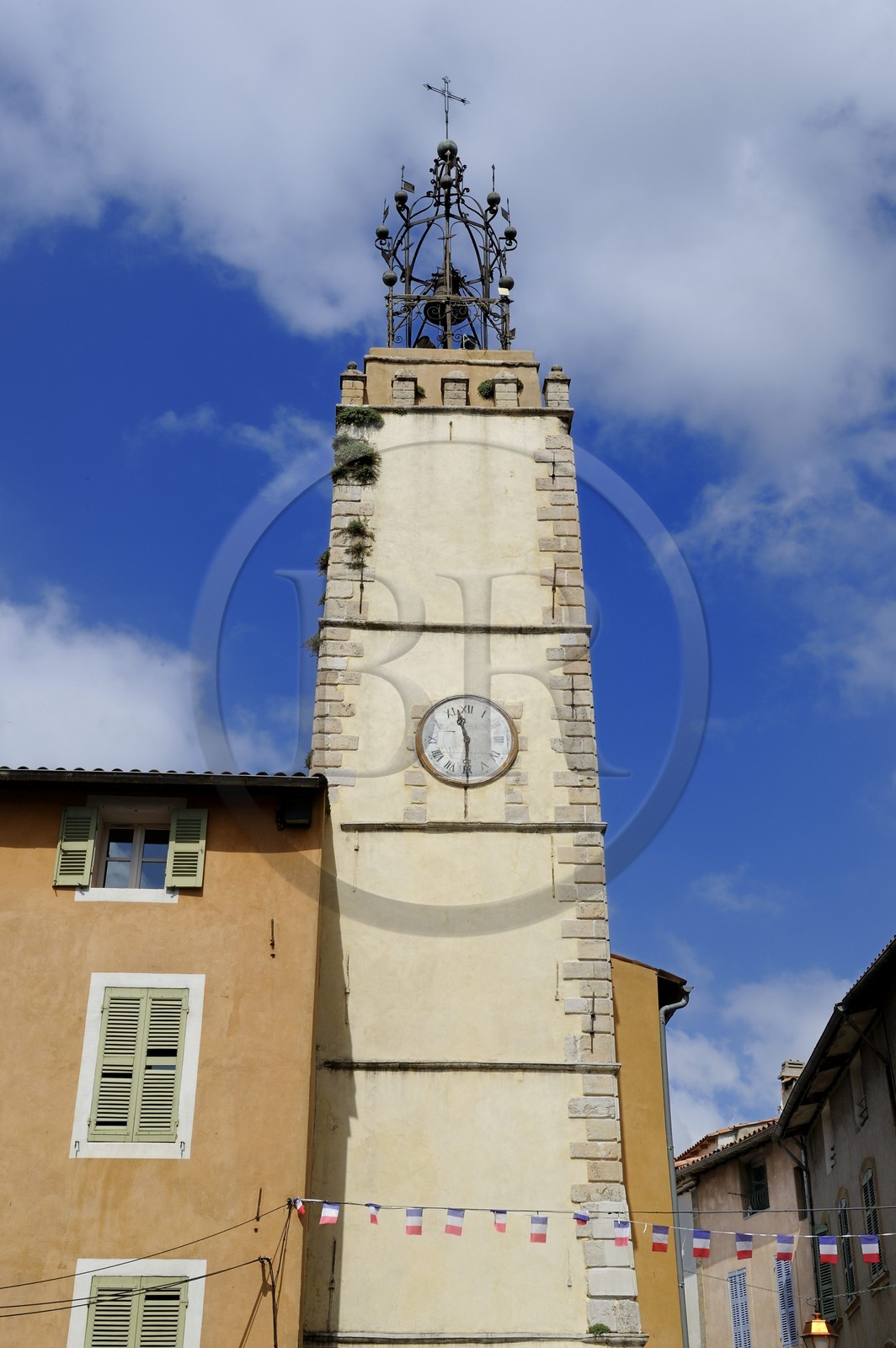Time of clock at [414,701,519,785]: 11:29
